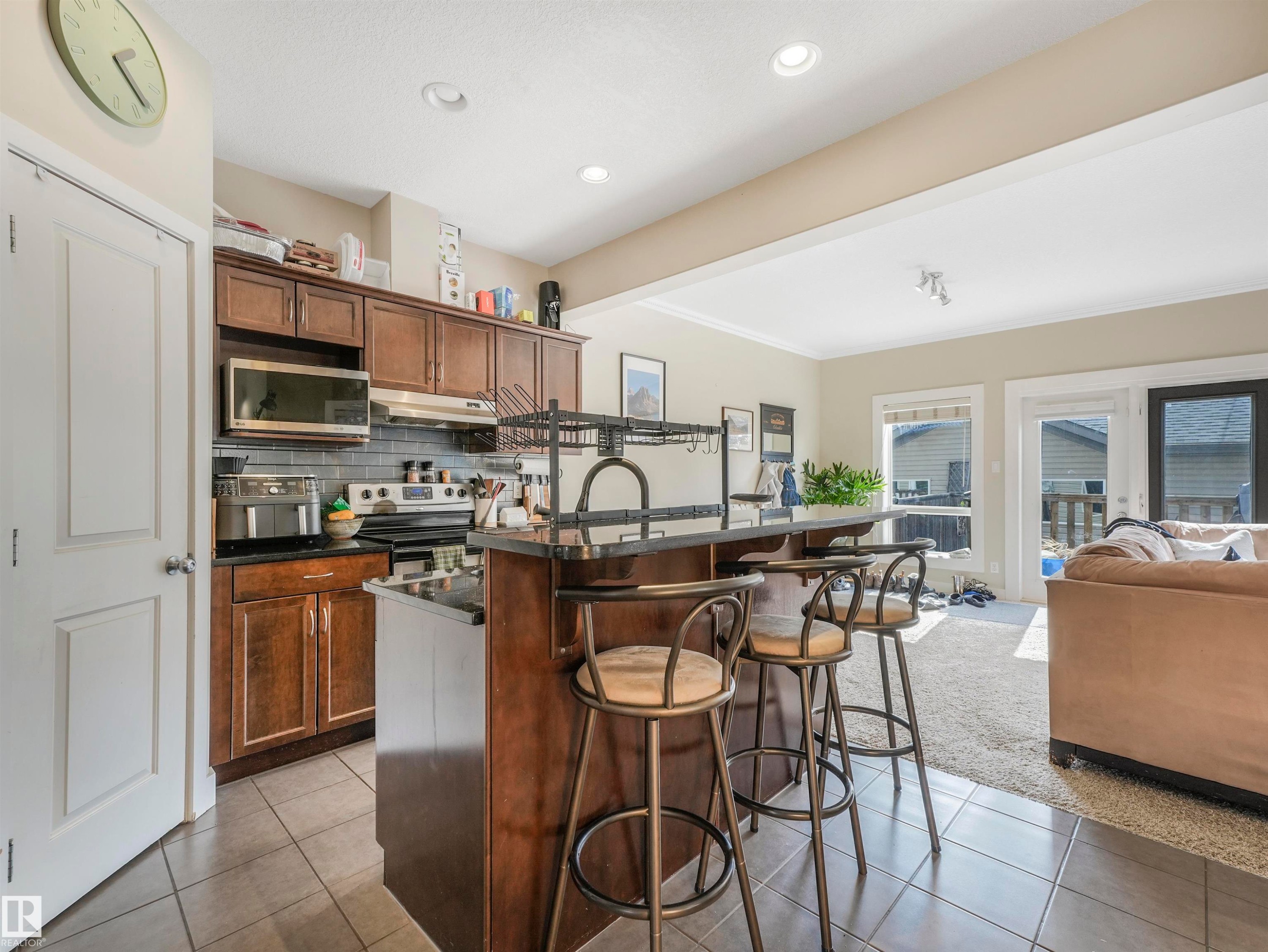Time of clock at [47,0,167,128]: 2:26
